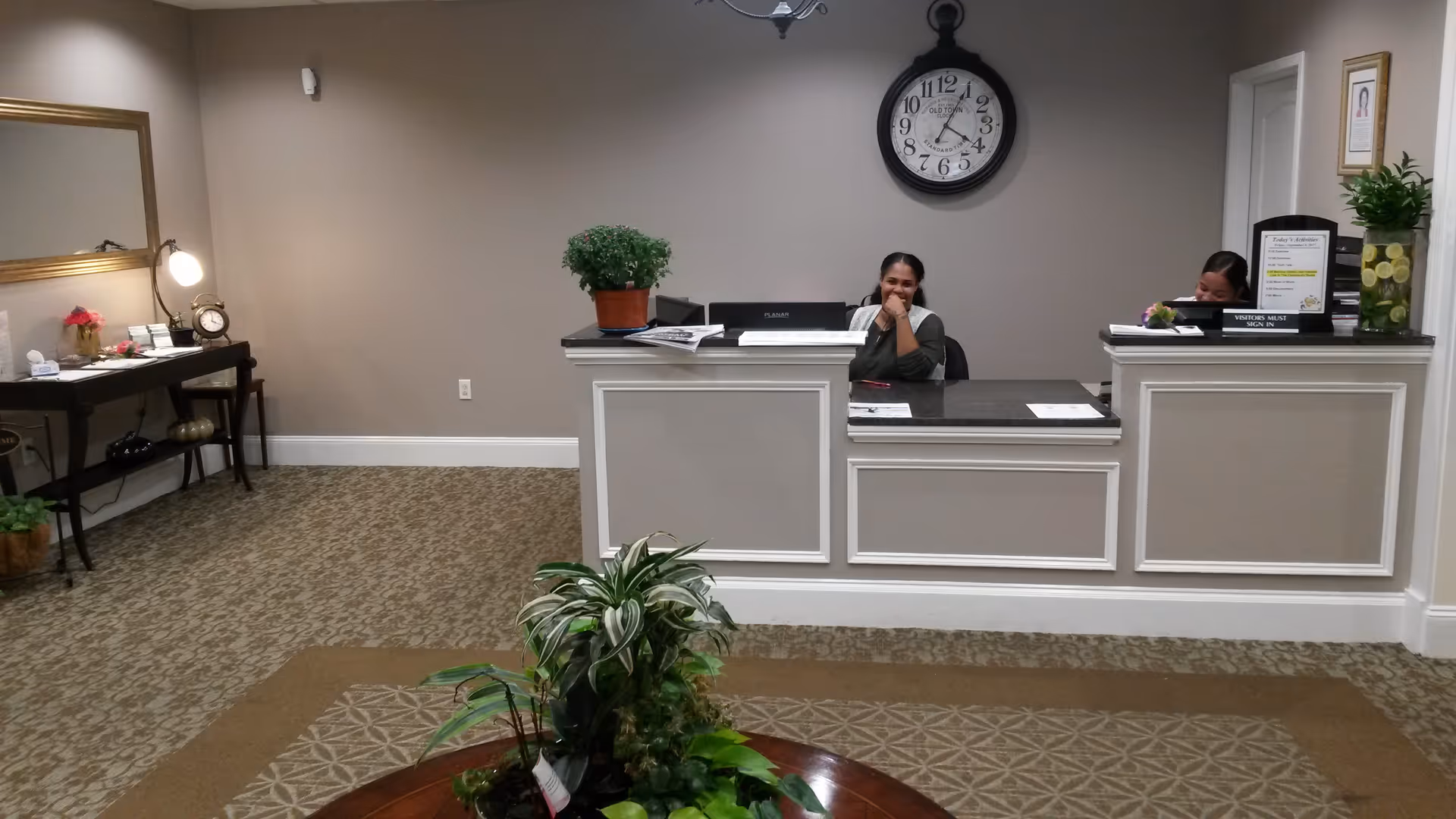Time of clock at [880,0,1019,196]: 4:04
